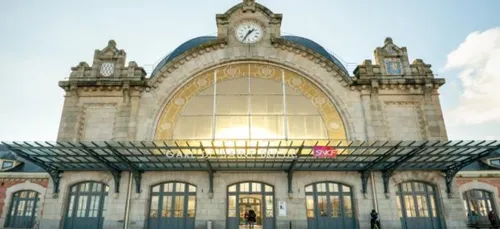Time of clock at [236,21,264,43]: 1:35
